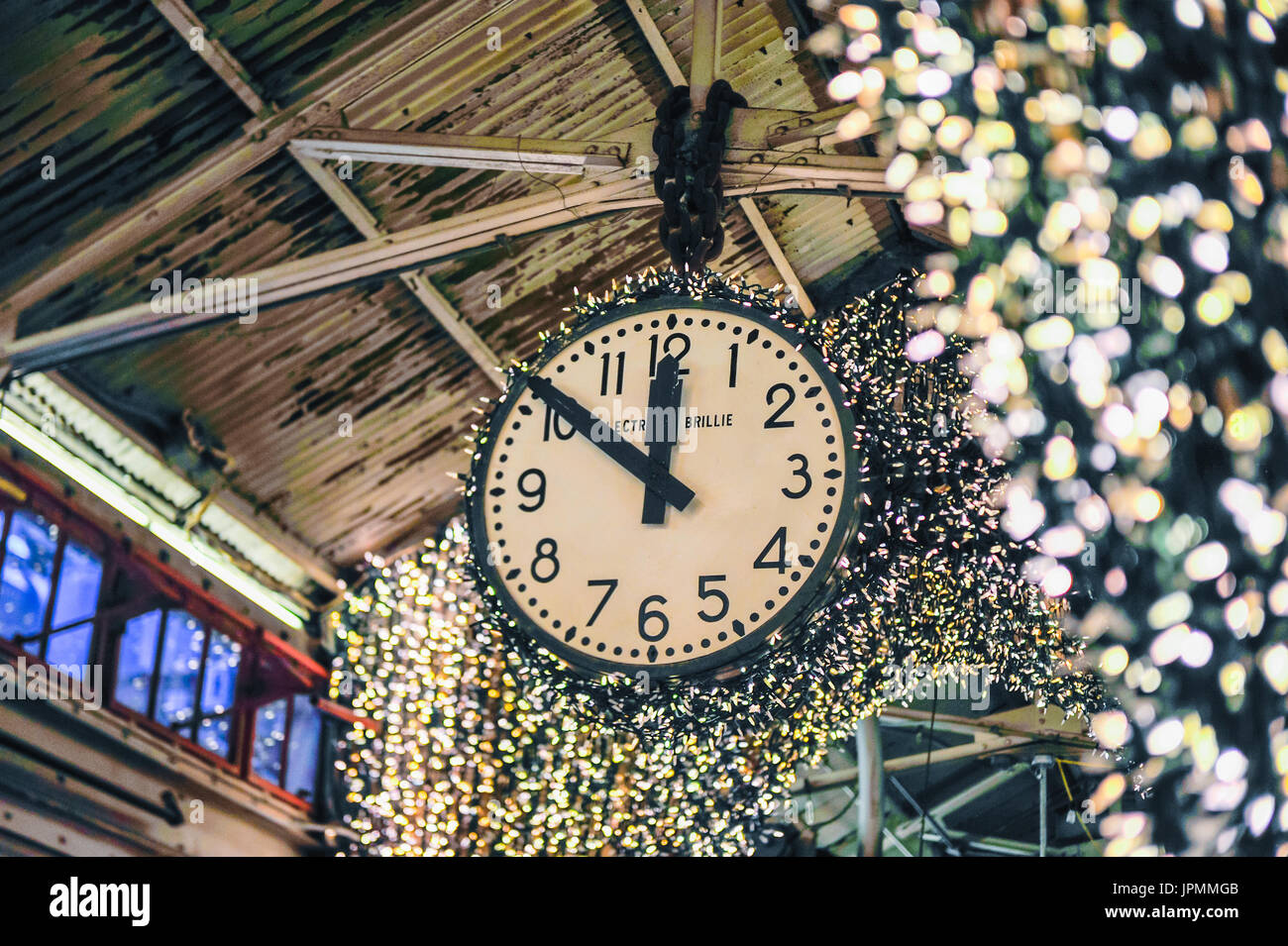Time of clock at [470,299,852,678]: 11:51
